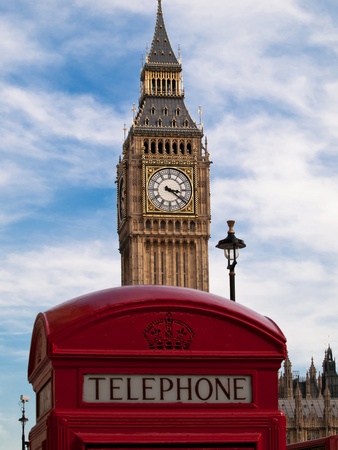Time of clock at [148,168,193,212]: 3:21
